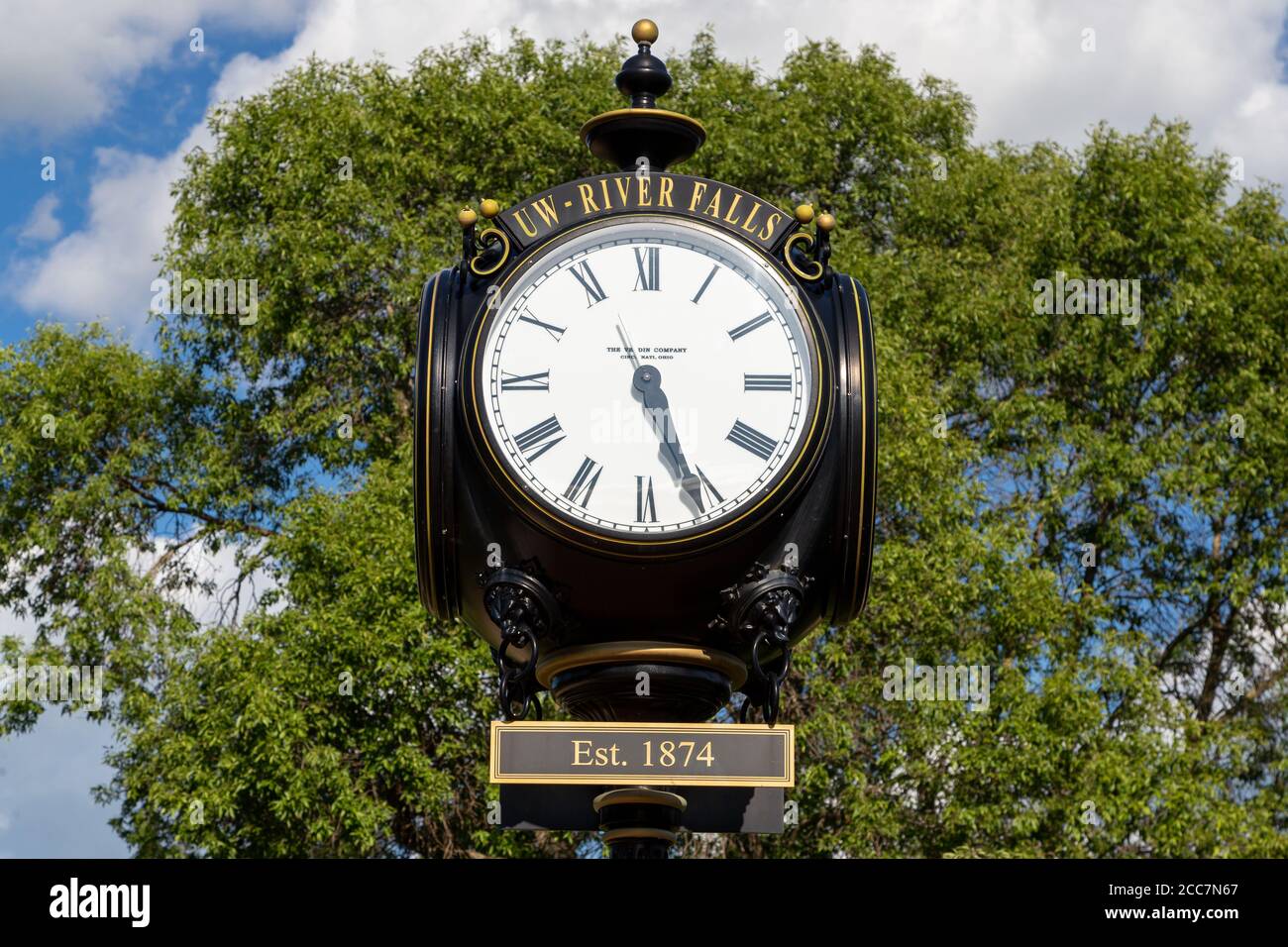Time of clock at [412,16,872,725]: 5:26
